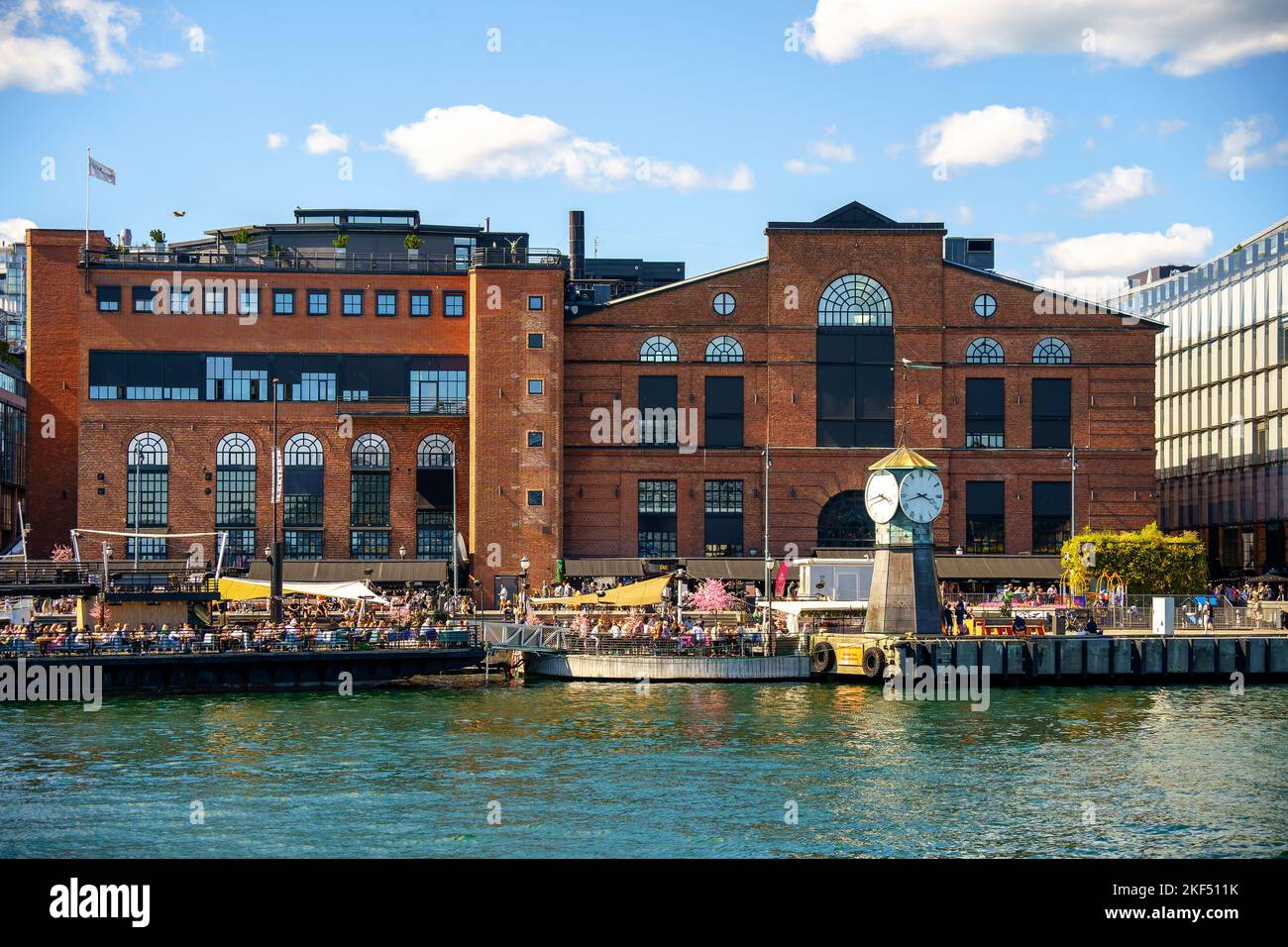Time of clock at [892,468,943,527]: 3:42
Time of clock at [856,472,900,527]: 3:42
